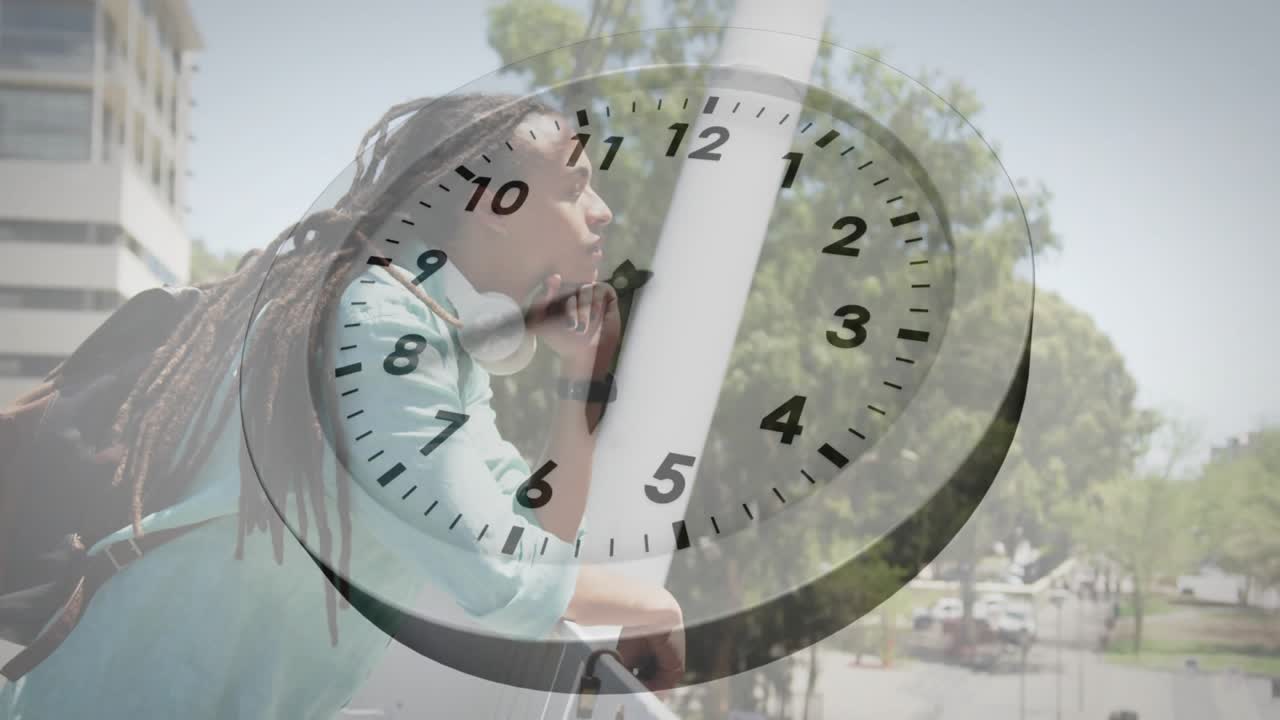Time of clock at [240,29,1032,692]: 5:40
